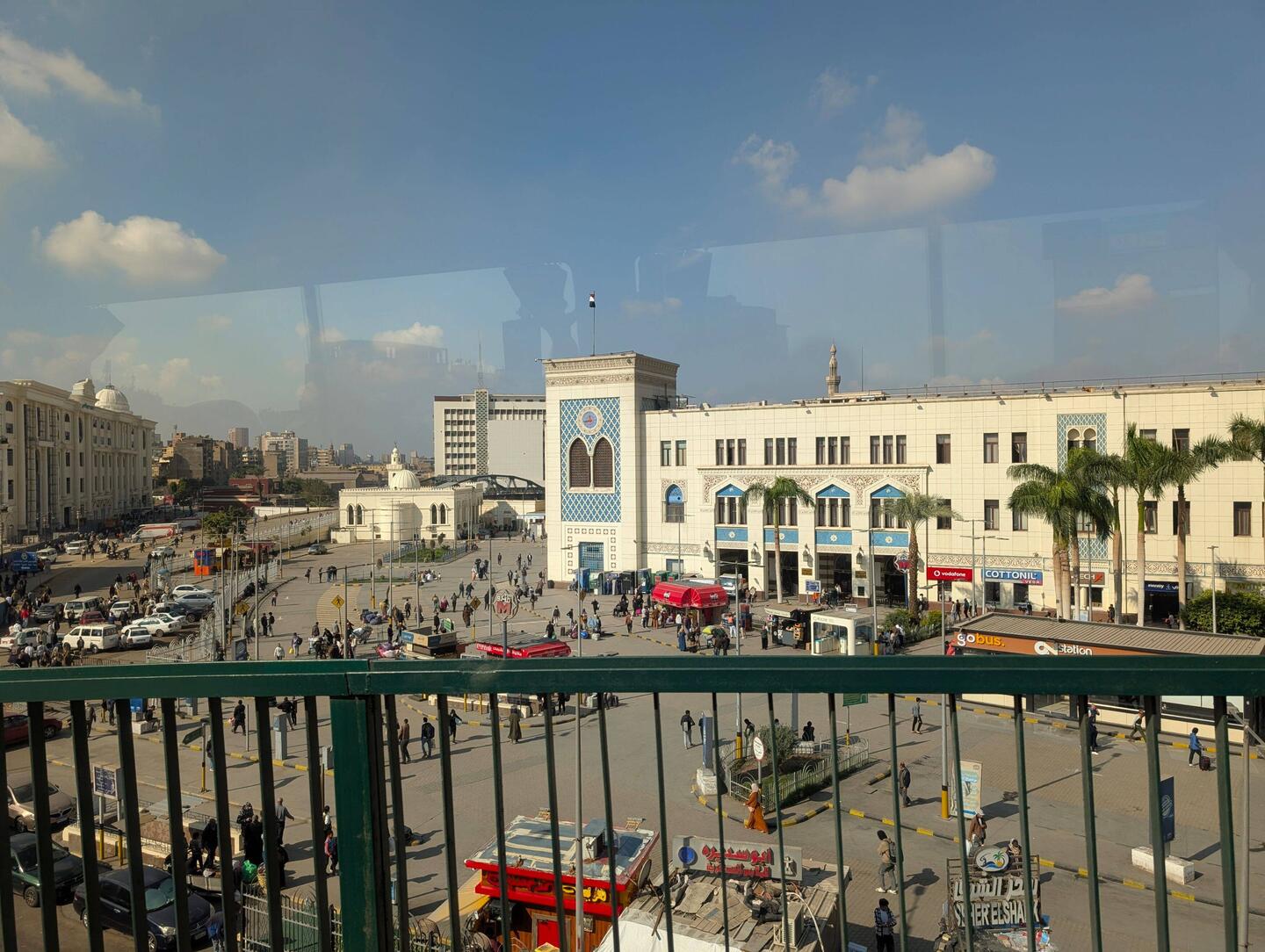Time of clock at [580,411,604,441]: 11:42
